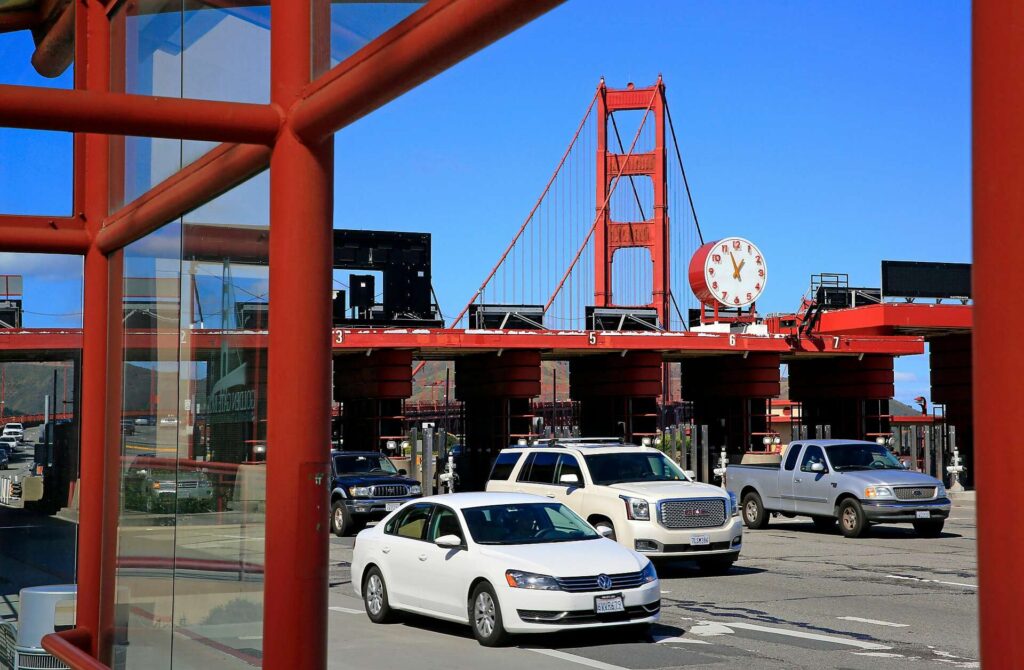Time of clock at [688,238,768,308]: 12:57
